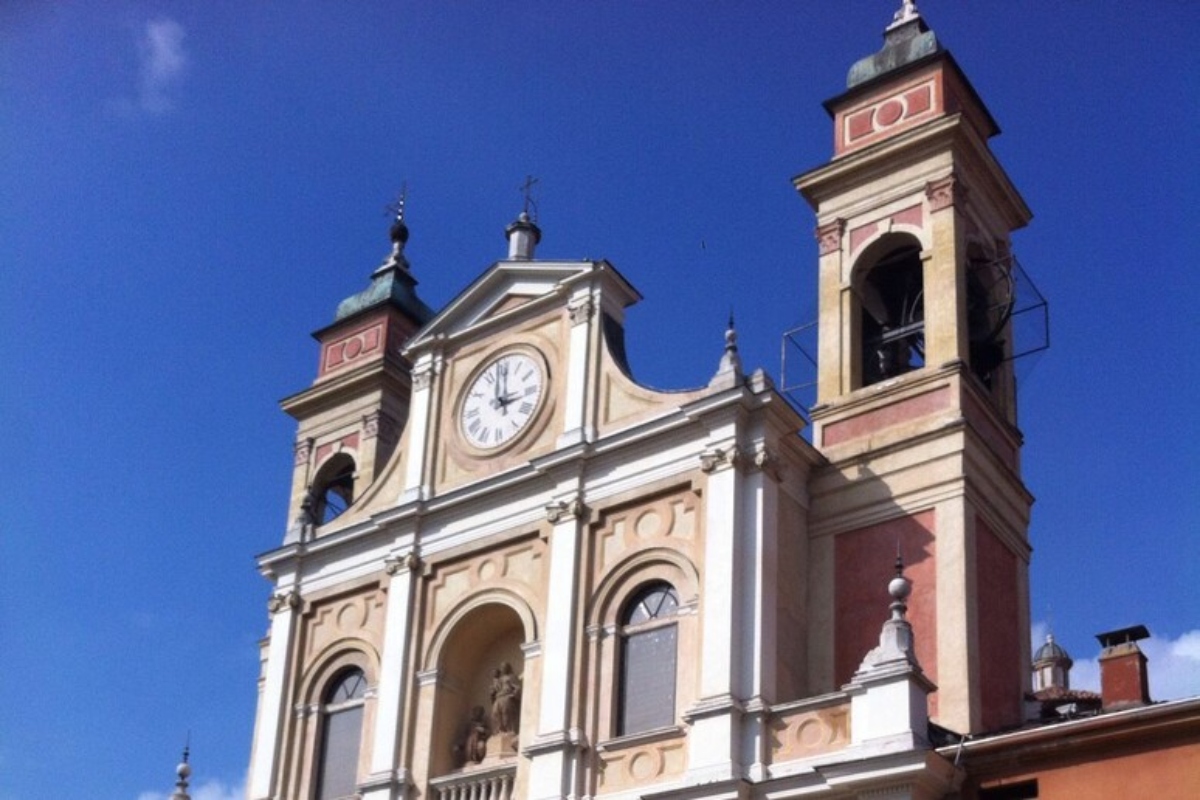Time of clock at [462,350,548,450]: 2:59
